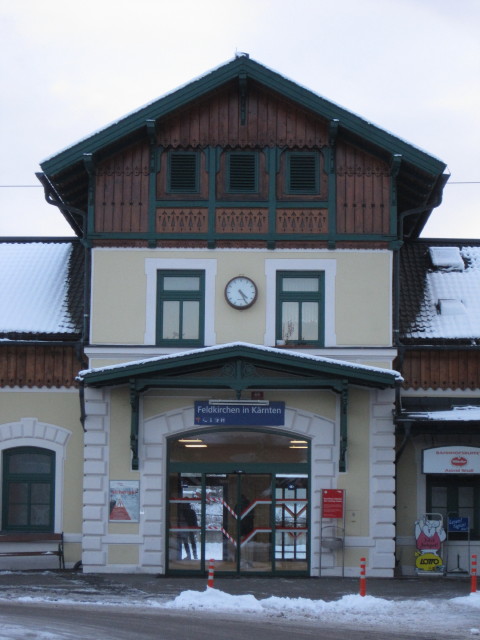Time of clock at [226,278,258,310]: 4:25
